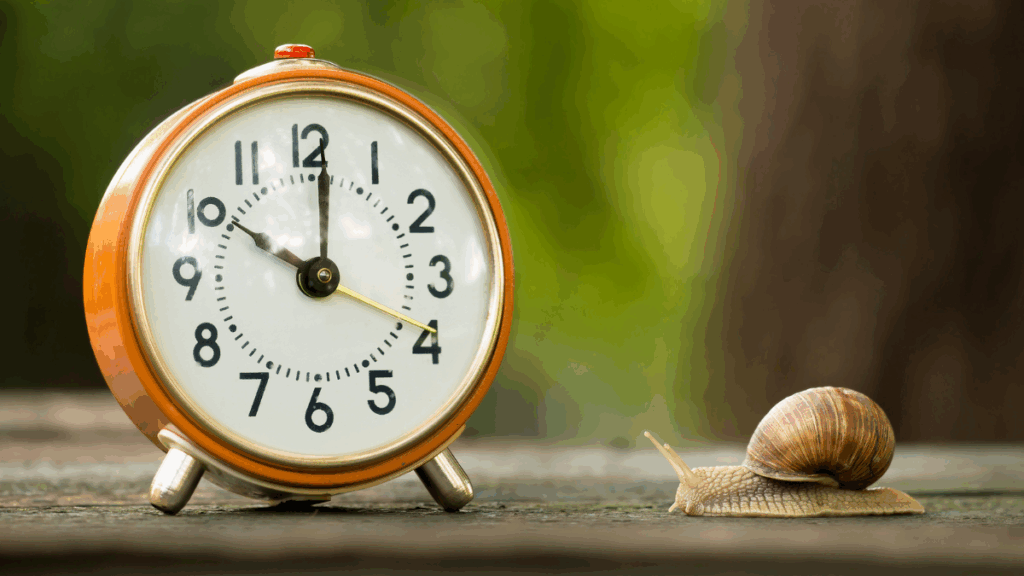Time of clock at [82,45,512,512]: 10:00
